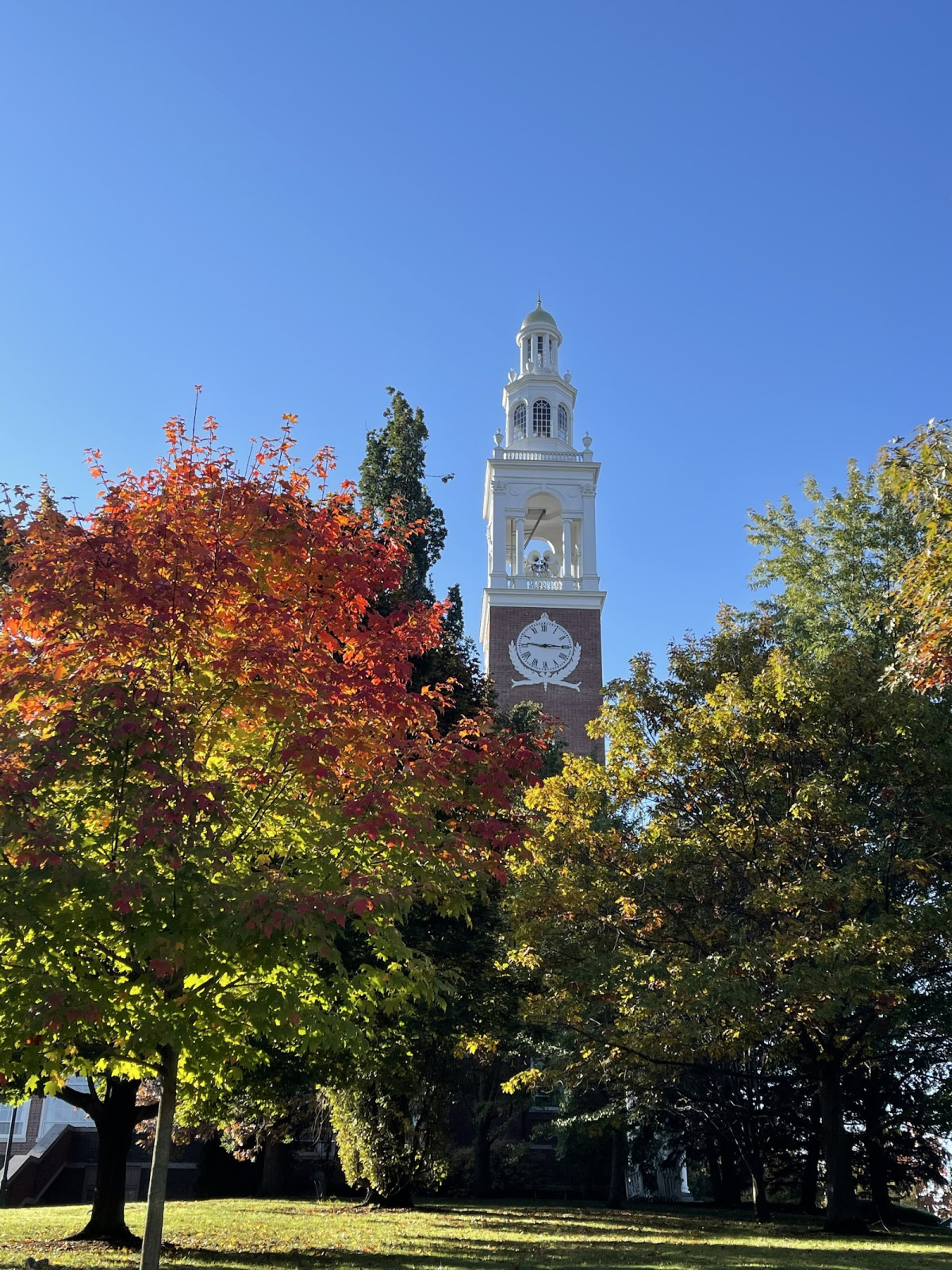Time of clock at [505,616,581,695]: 9:15
